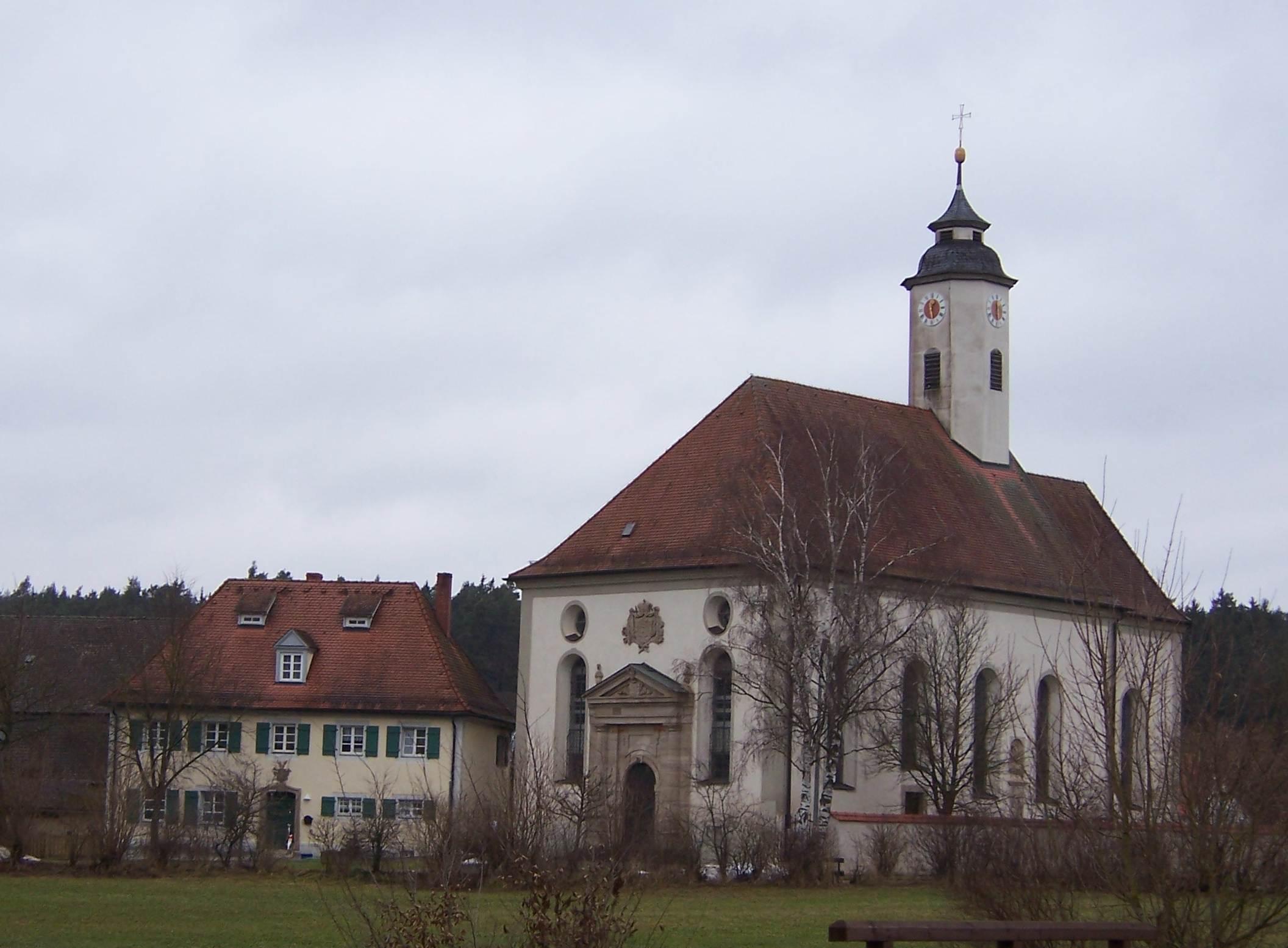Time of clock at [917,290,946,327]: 1:28
